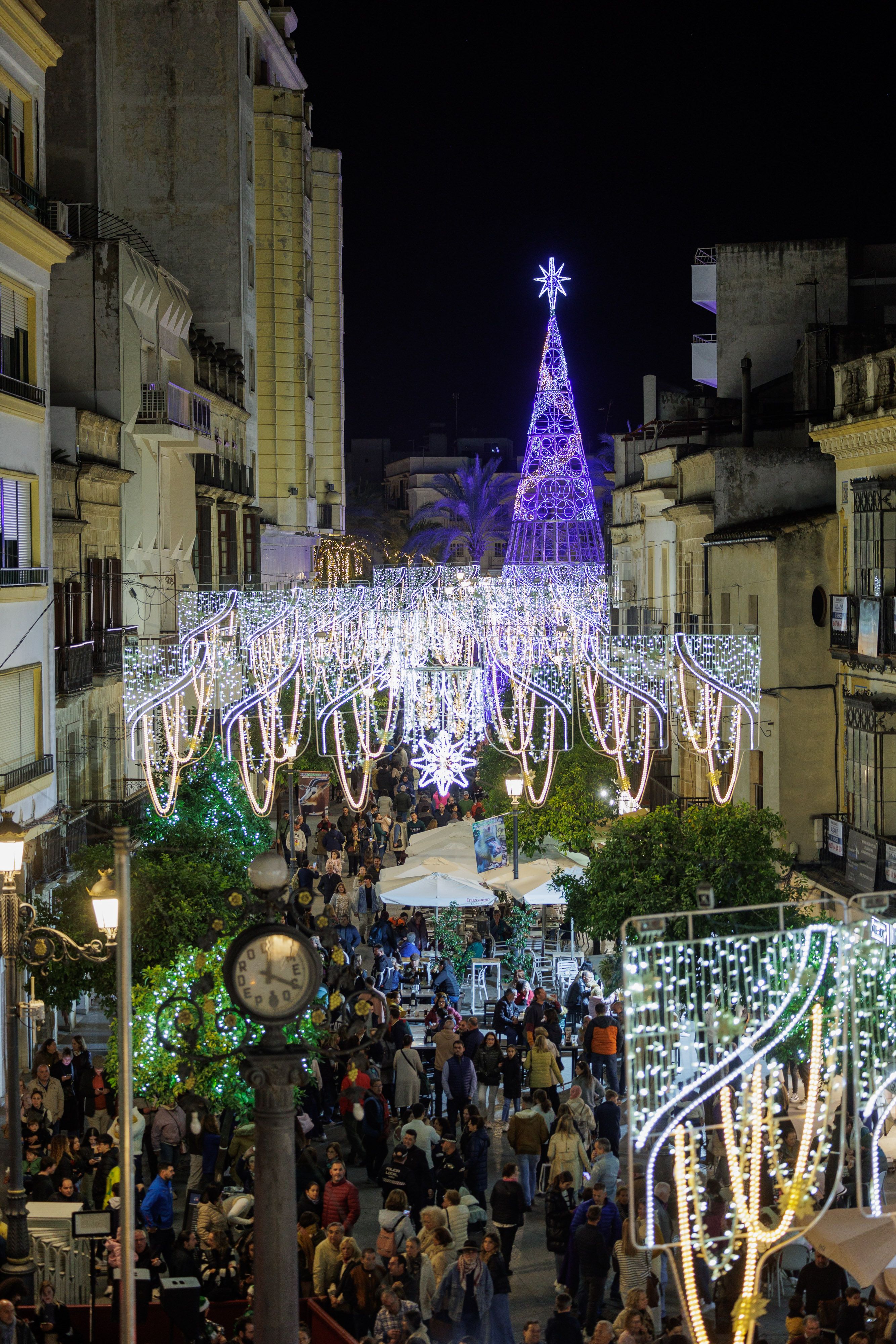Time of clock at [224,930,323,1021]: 12:19
